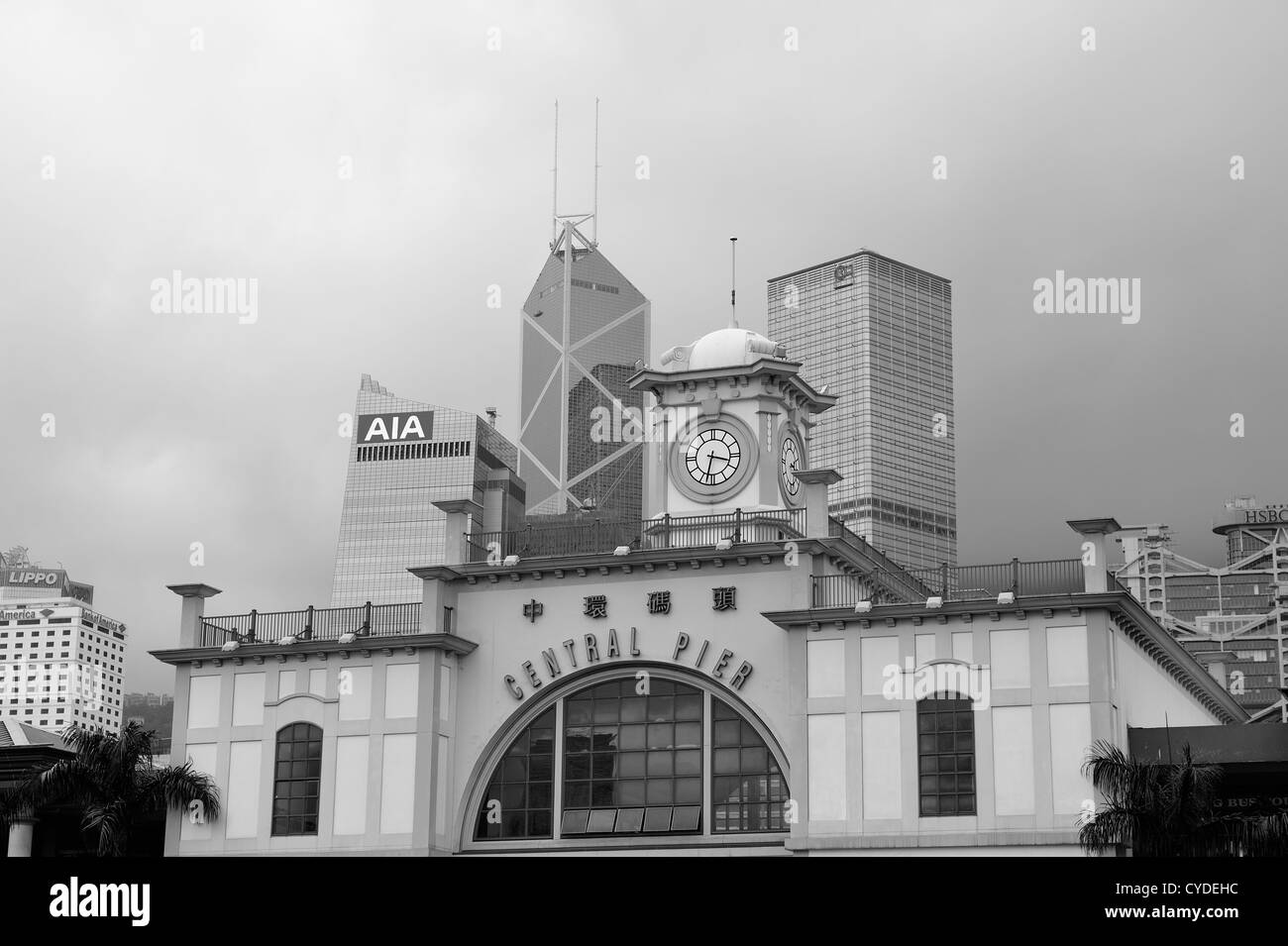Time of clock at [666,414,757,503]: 3:32
